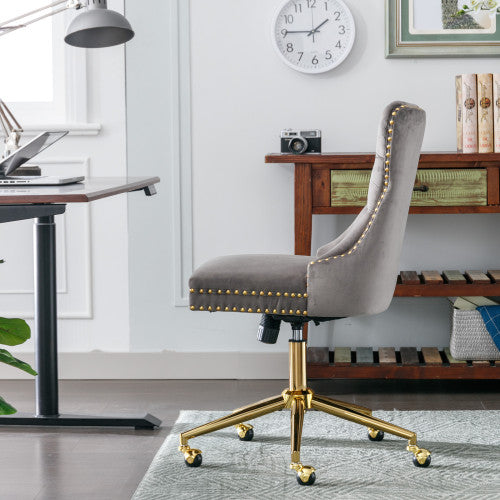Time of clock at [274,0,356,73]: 1:45
